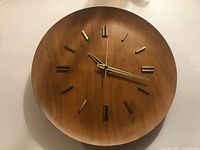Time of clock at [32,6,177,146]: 10:18
